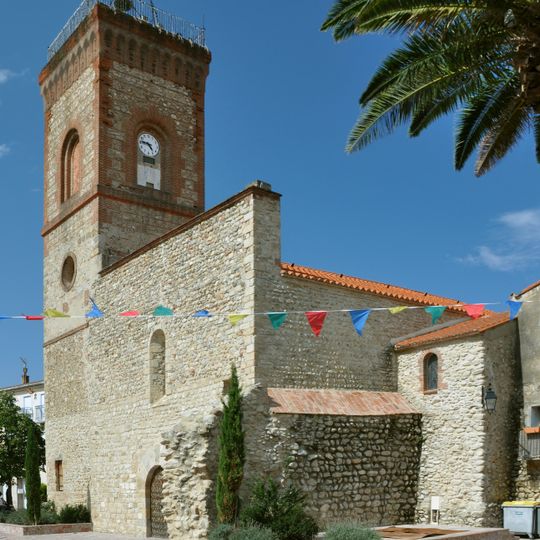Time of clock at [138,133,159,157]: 4:46
